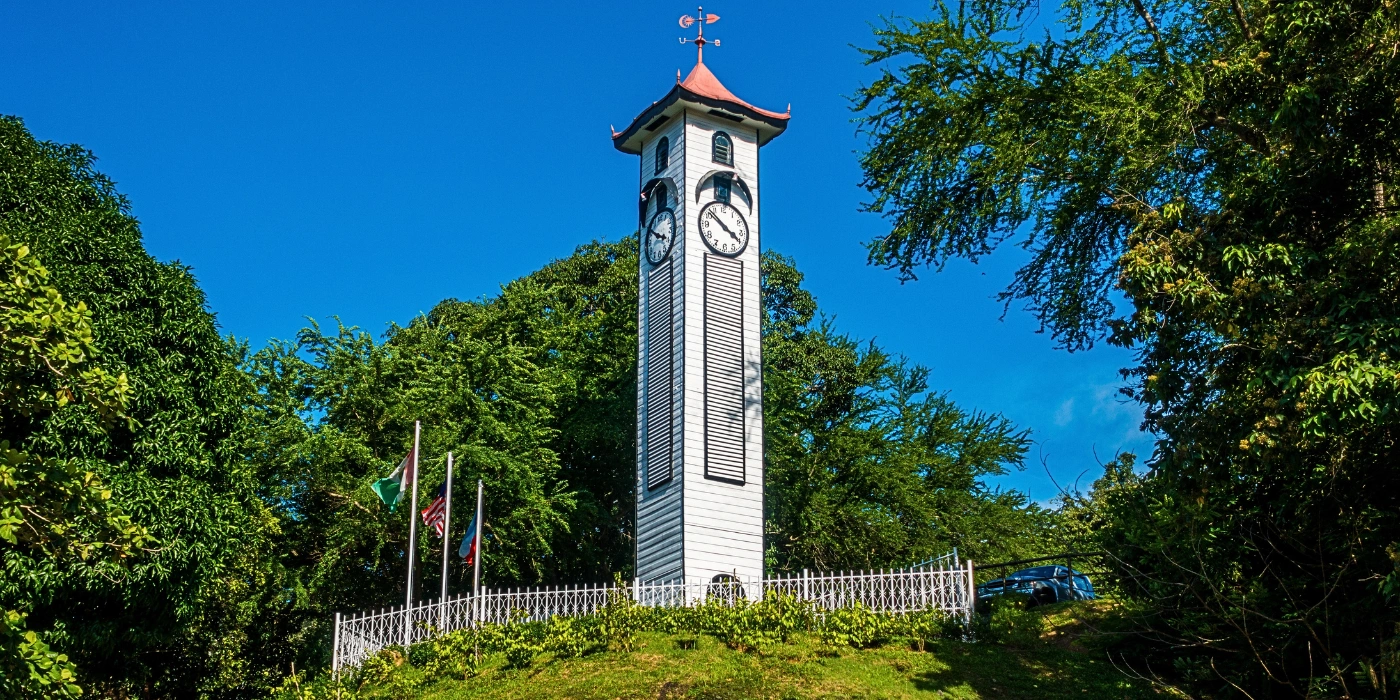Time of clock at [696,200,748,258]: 3:51
